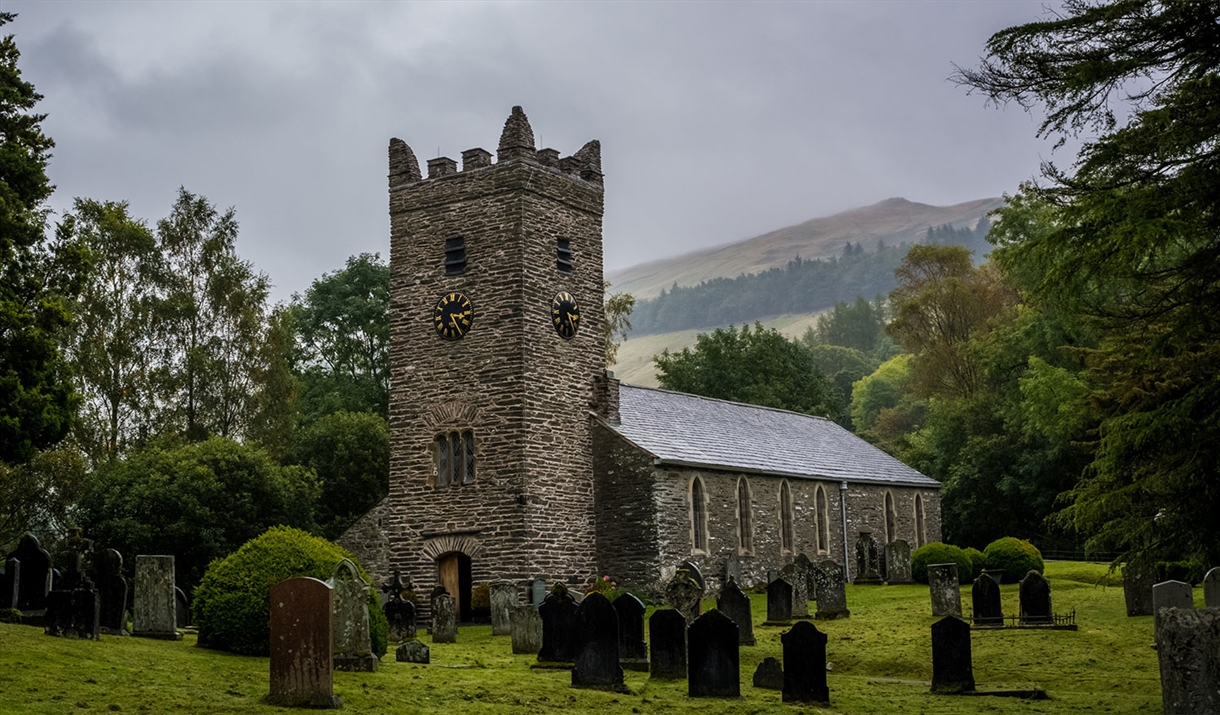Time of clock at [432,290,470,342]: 3:25
